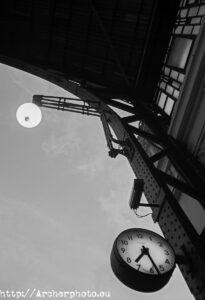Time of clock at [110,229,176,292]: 7:27
